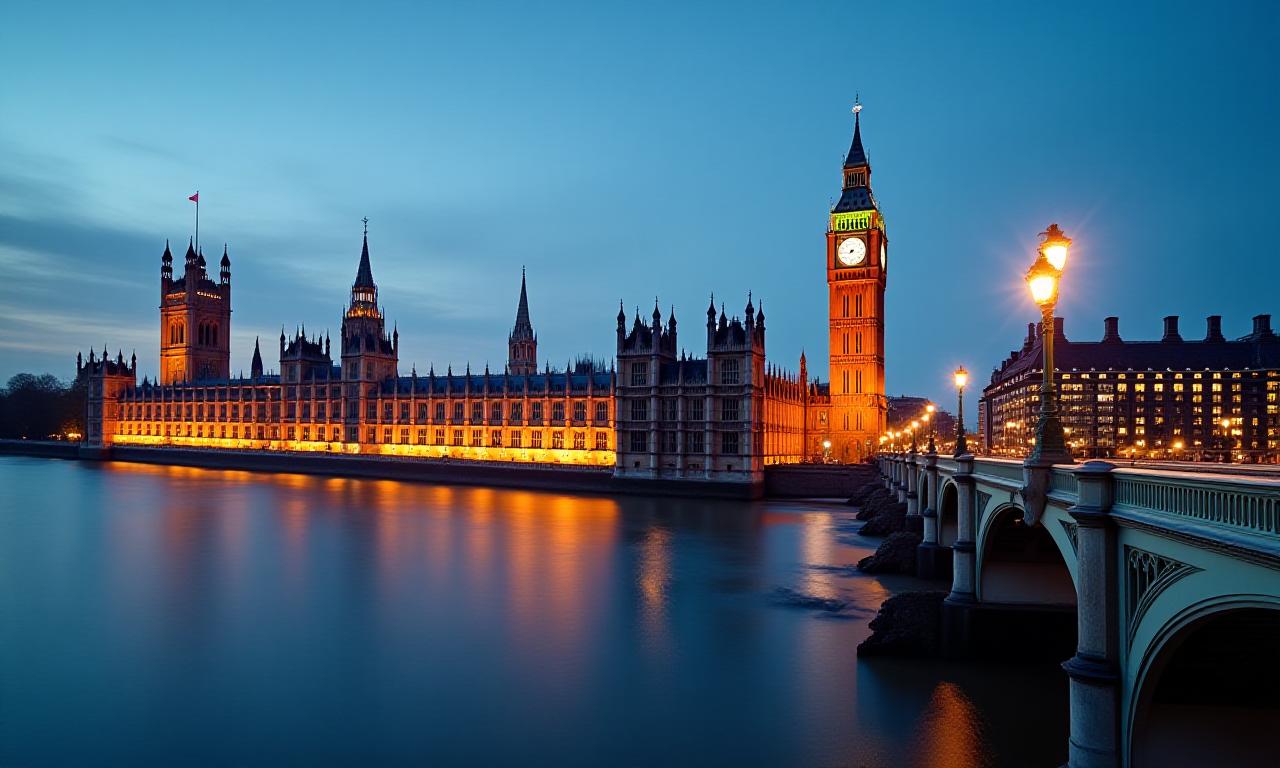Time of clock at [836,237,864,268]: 7:45
